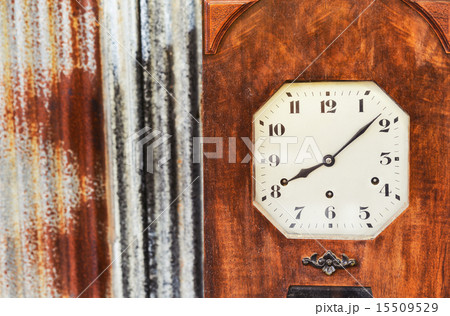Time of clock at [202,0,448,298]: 8:08
